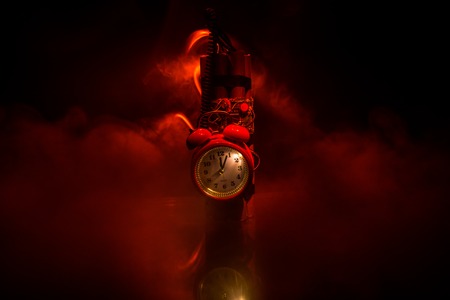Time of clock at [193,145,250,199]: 12:03
